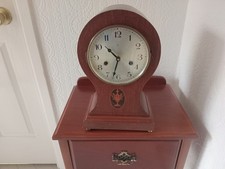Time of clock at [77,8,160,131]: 10:32
